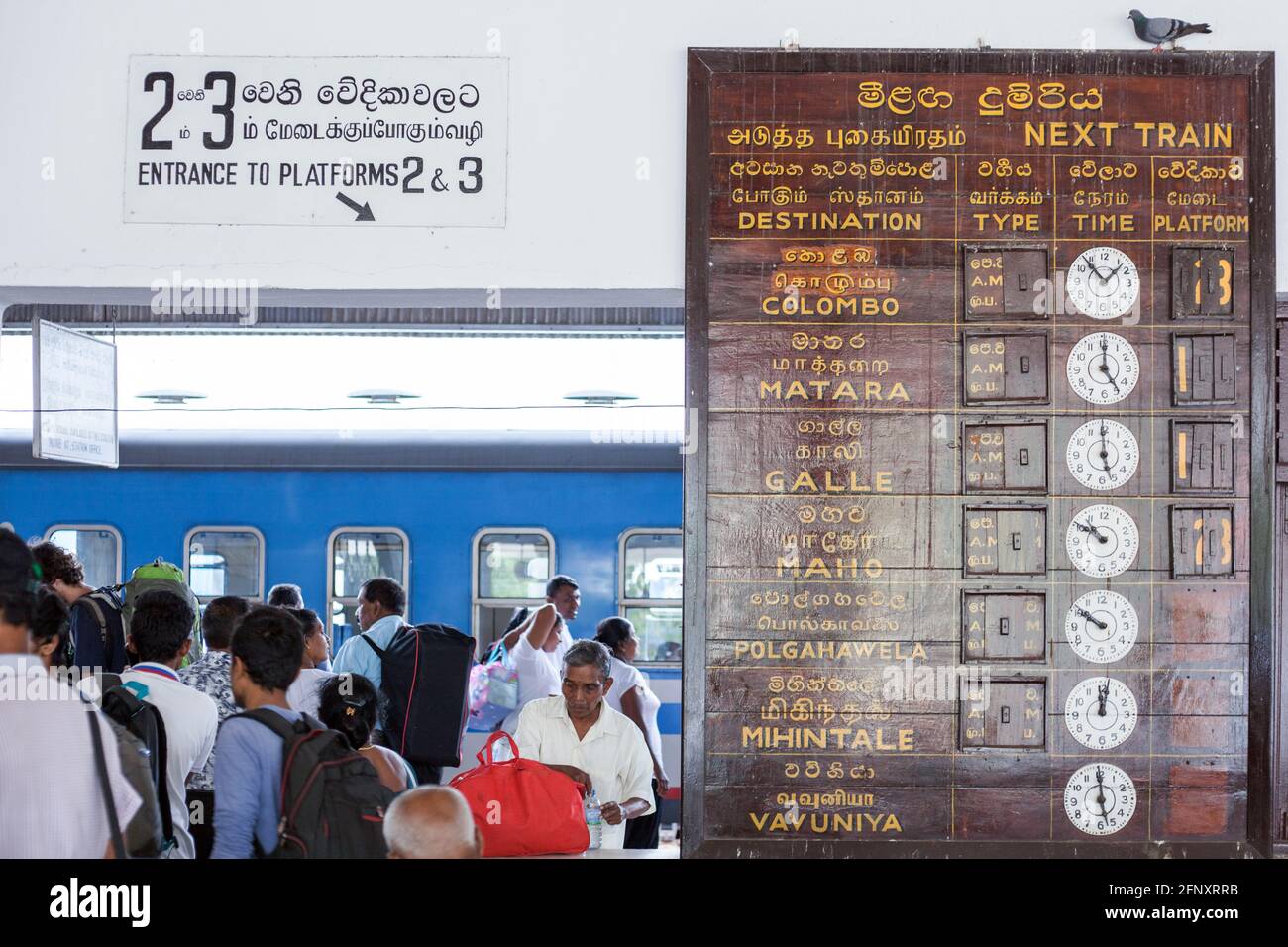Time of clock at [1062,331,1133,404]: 5:00
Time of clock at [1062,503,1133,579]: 10:50
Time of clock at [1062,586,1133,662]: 9:50
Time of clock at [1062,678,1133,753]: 12:02
